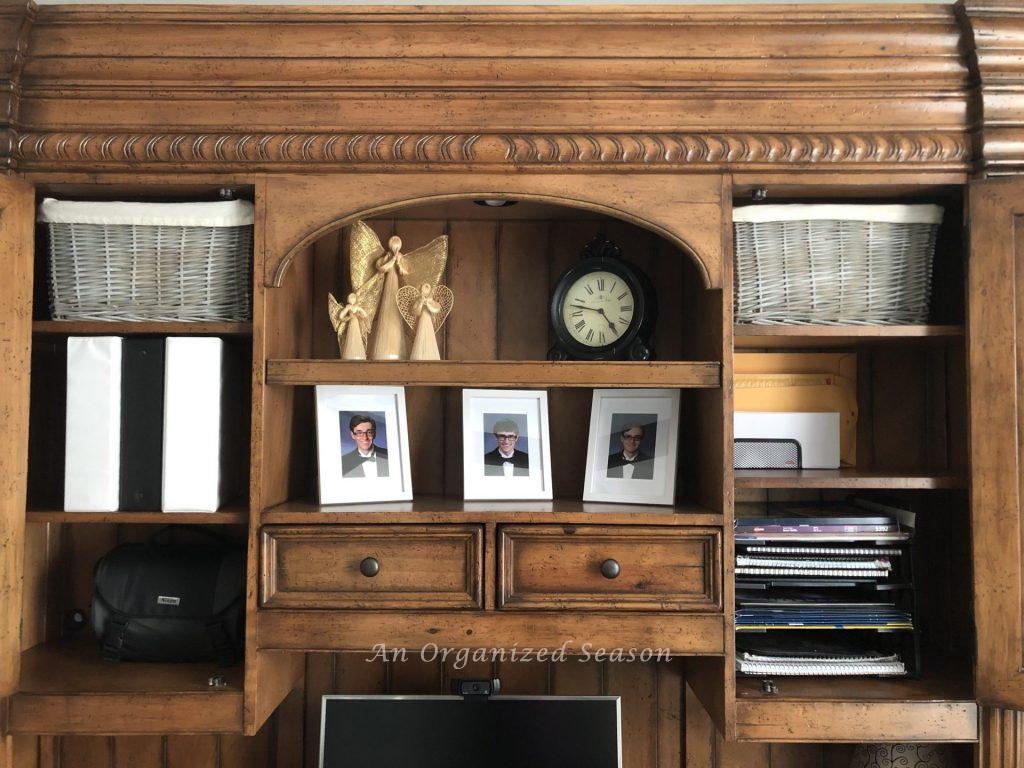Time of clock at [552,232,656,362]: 4:47
